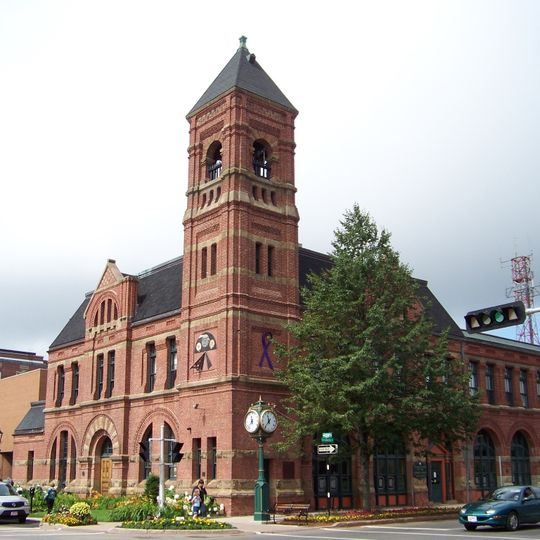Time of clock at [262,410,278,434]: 11:36
